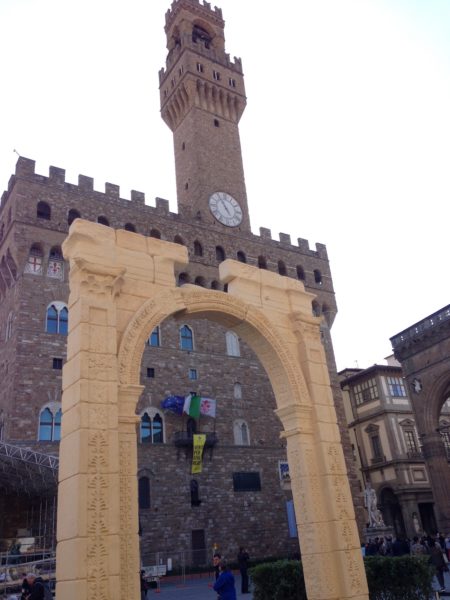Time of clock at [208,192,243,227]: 4:55
